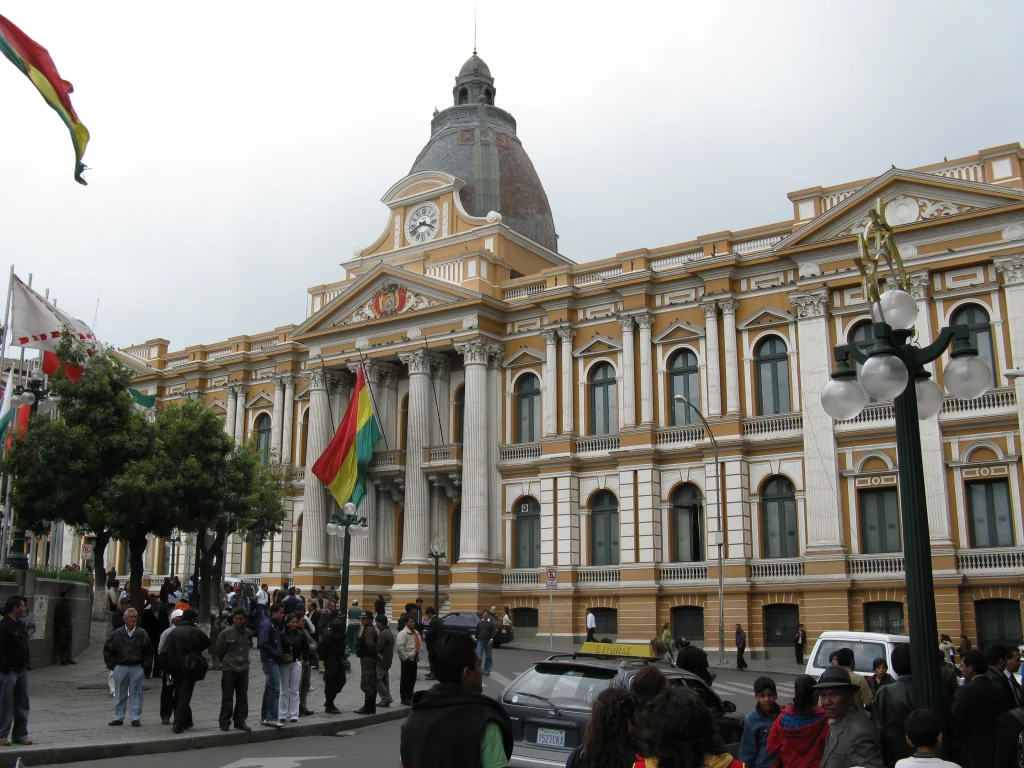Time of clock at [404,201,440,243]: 3:40
